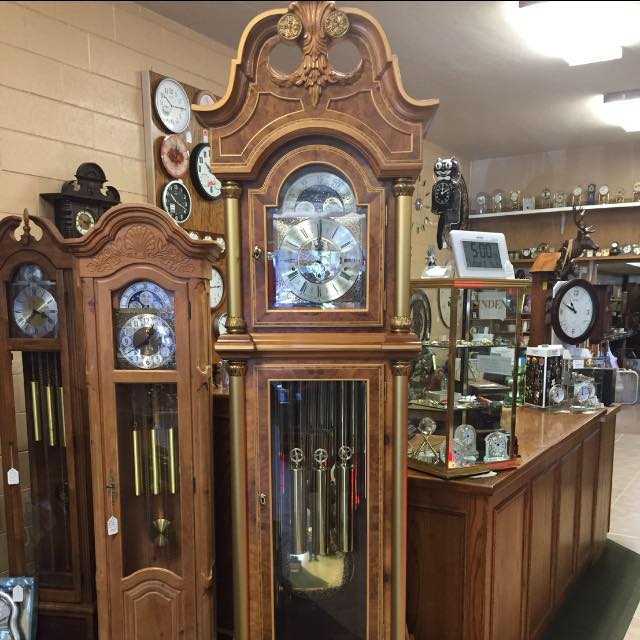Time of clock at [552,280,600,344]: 10:49
